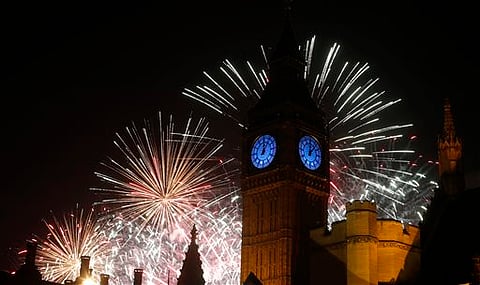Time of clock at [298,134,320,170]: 12:07
